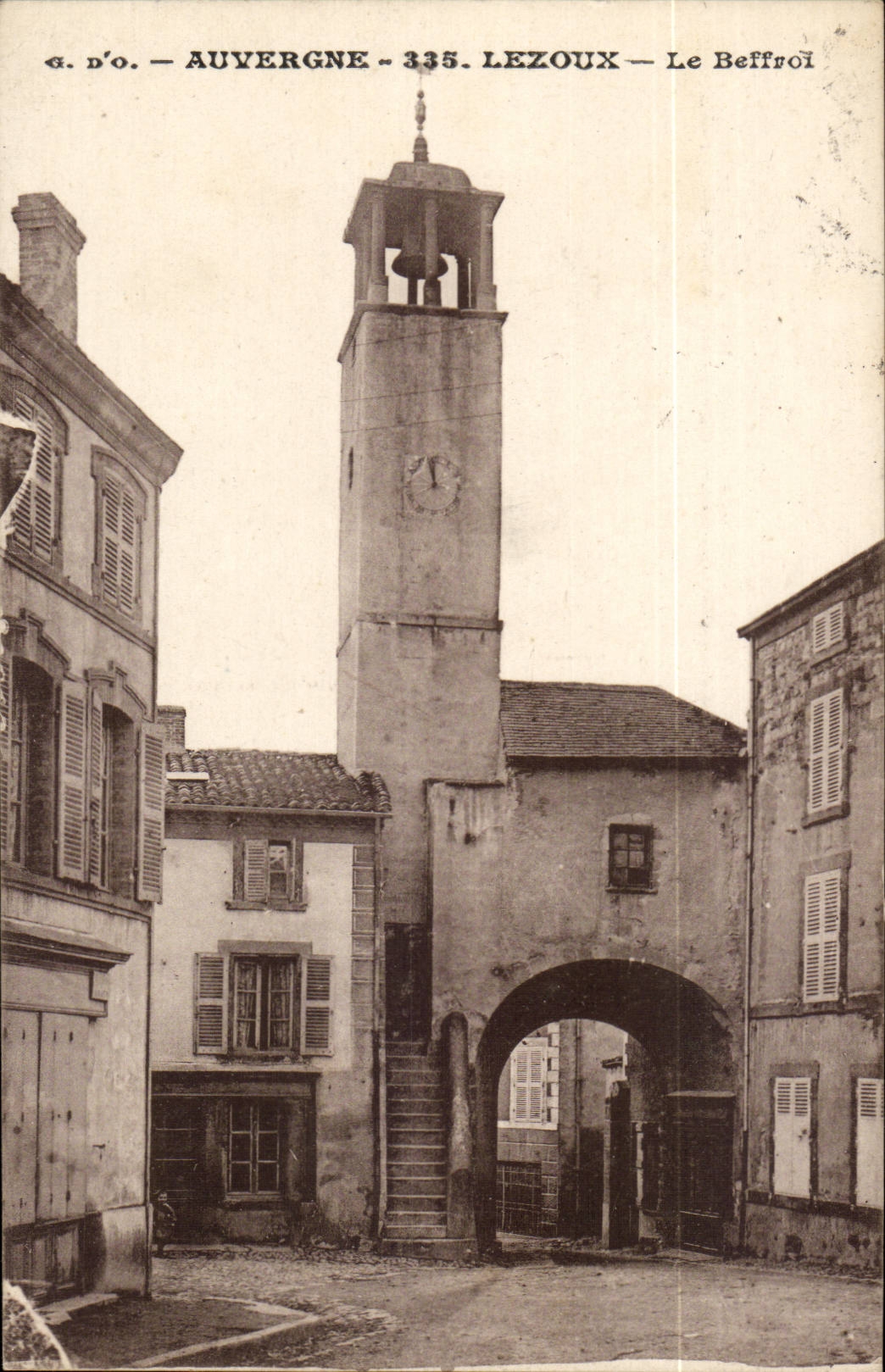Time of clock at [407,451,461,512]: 11:57
